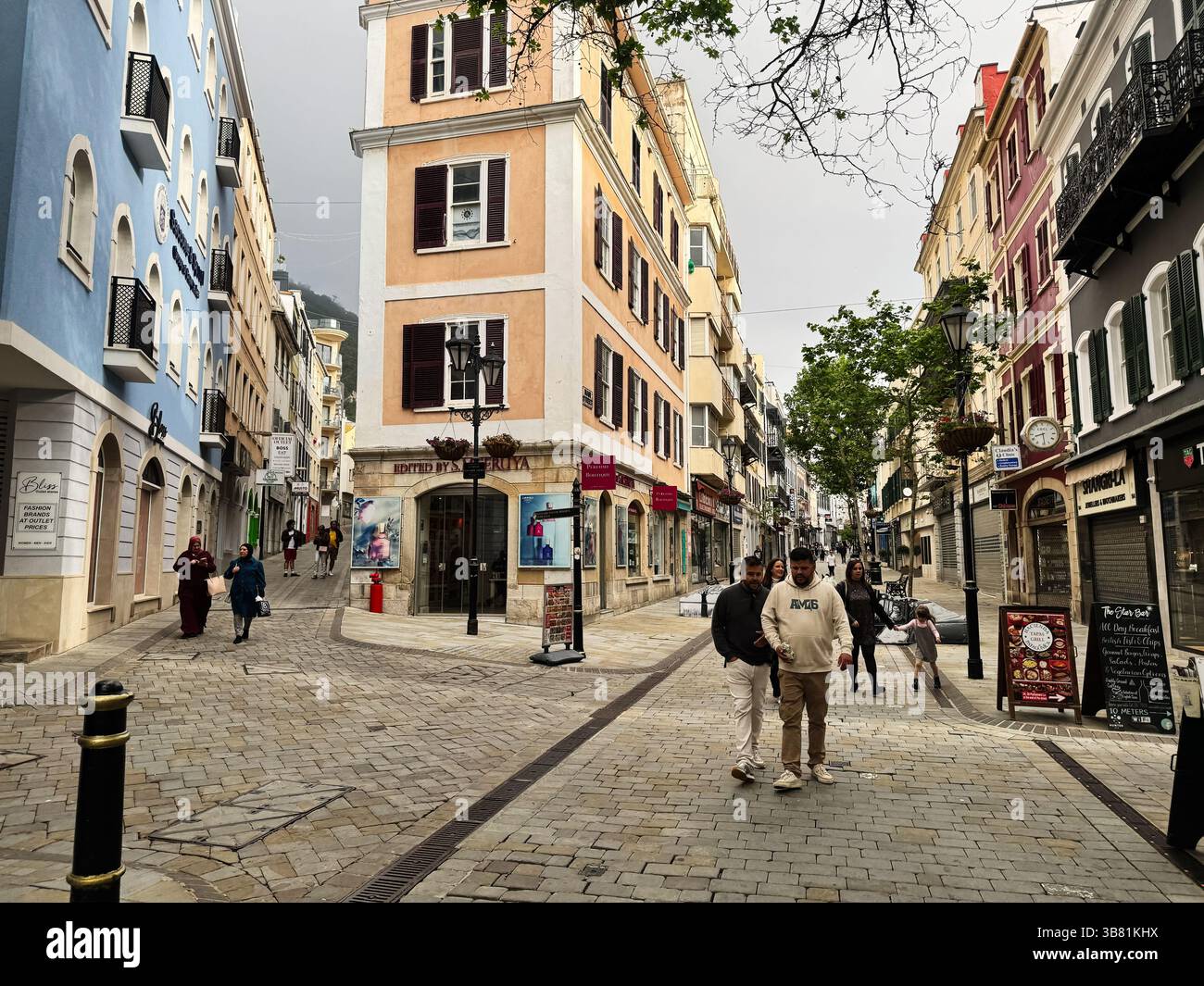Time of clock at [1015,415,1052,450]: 8:28
